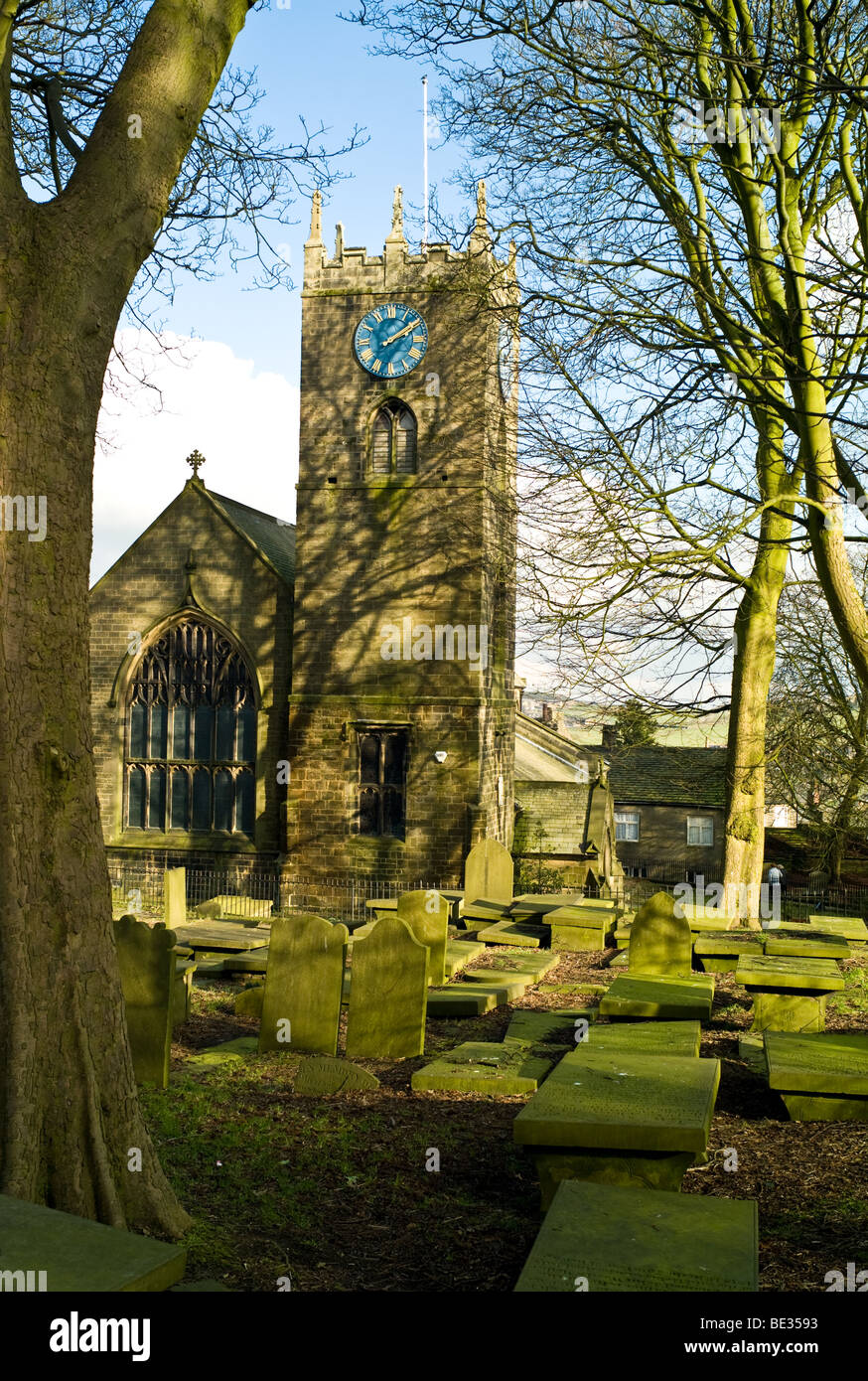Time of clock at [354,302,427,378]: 2:09
